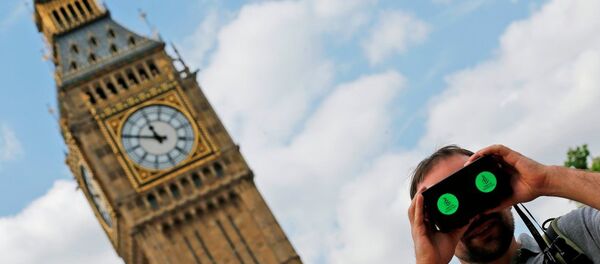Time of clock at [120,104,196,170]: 10:45
